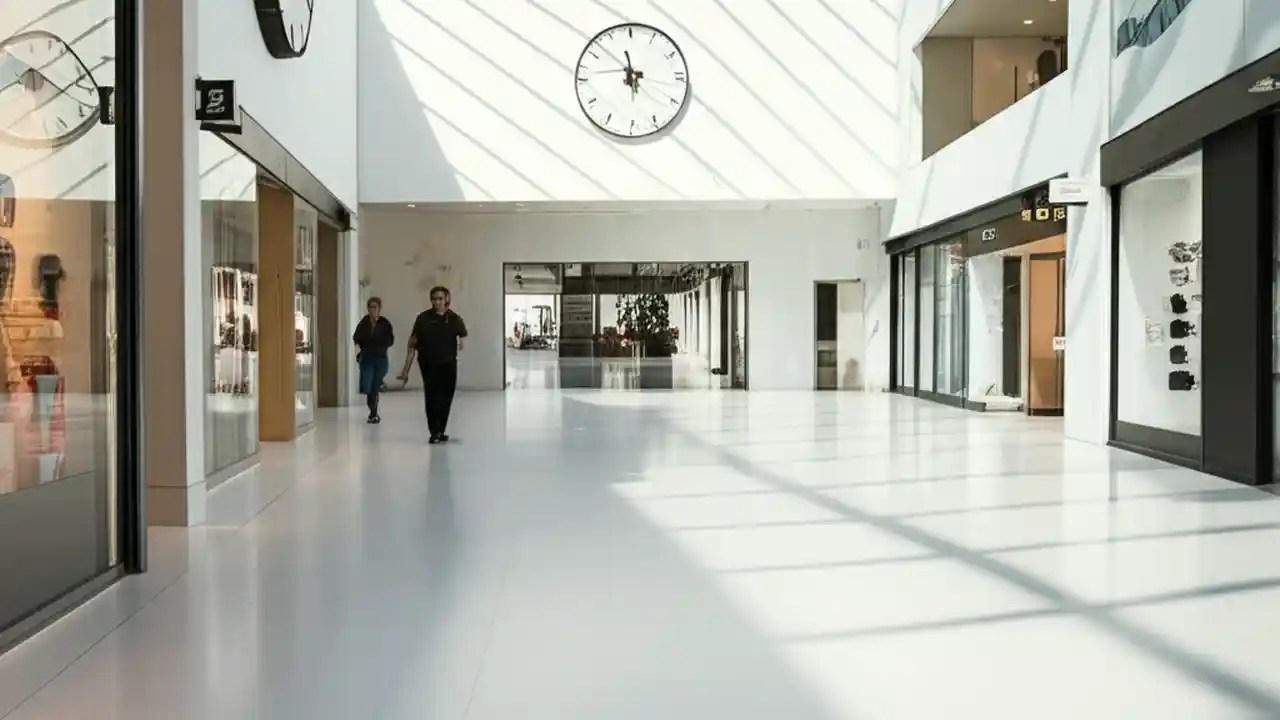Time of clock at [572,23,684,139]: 11:58
